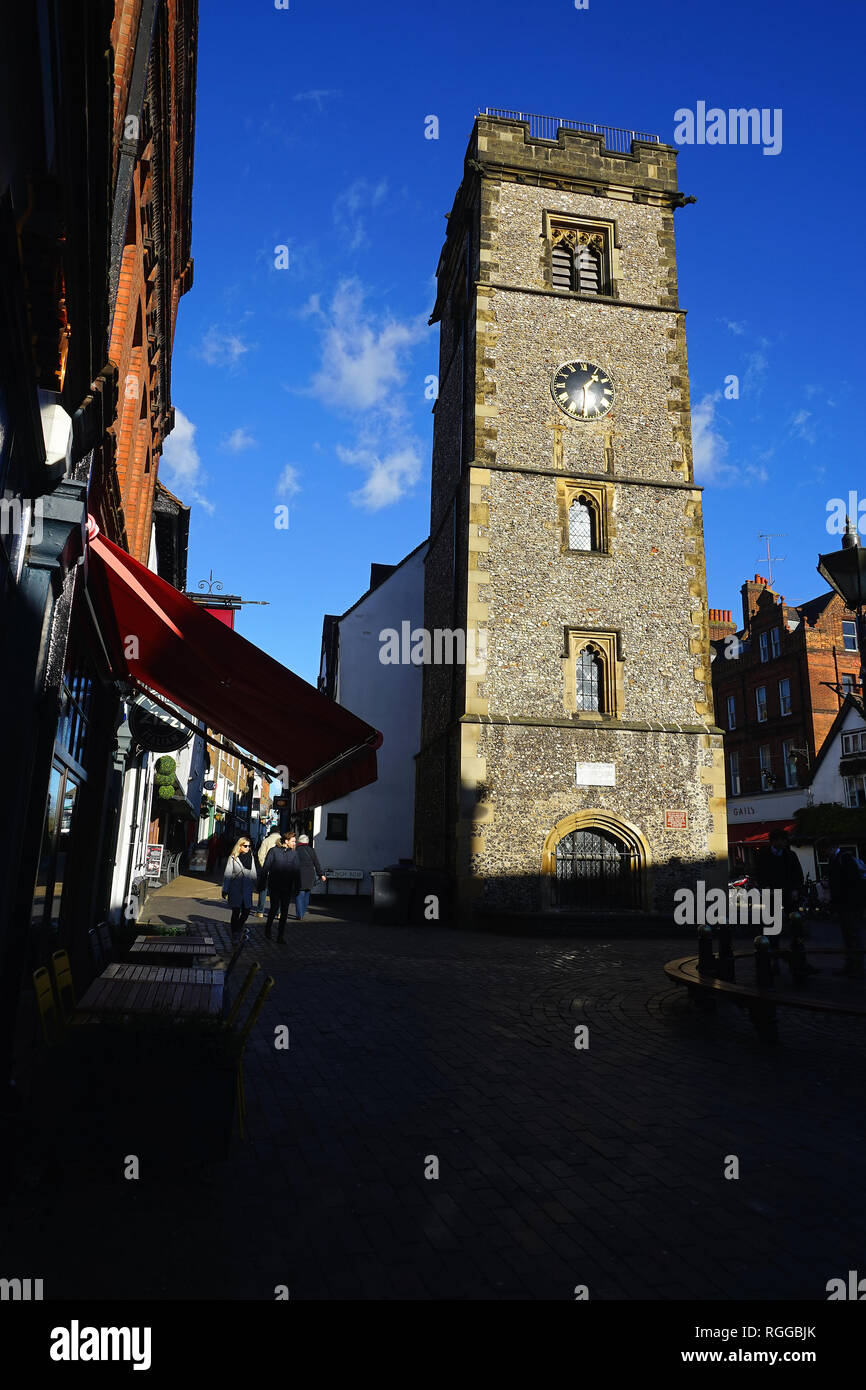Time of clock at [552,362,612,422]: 1:31
